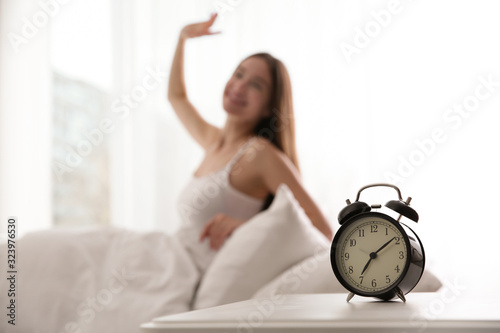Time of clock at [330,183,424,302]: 7:09
